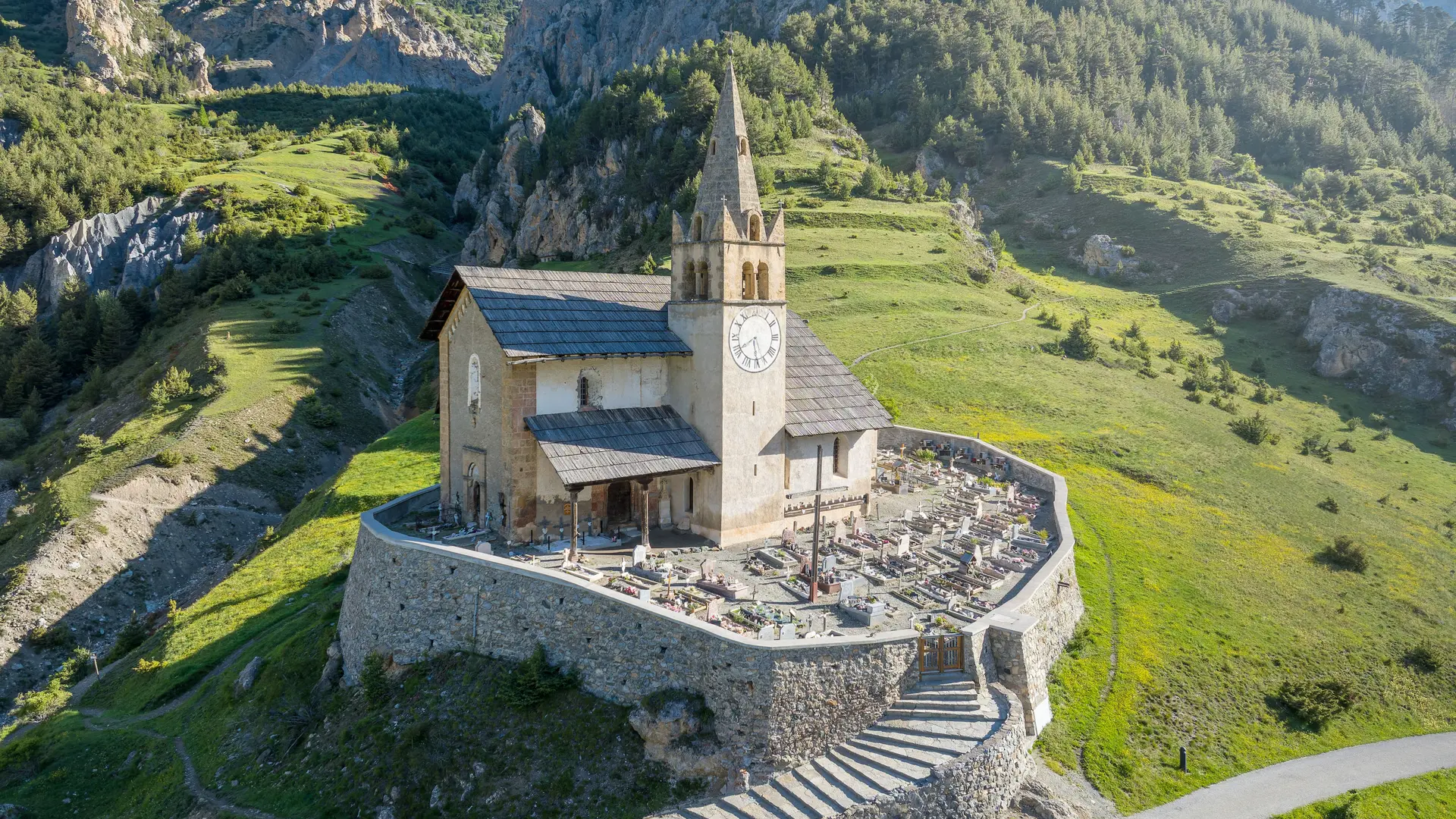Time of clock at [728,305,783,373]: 5:40
